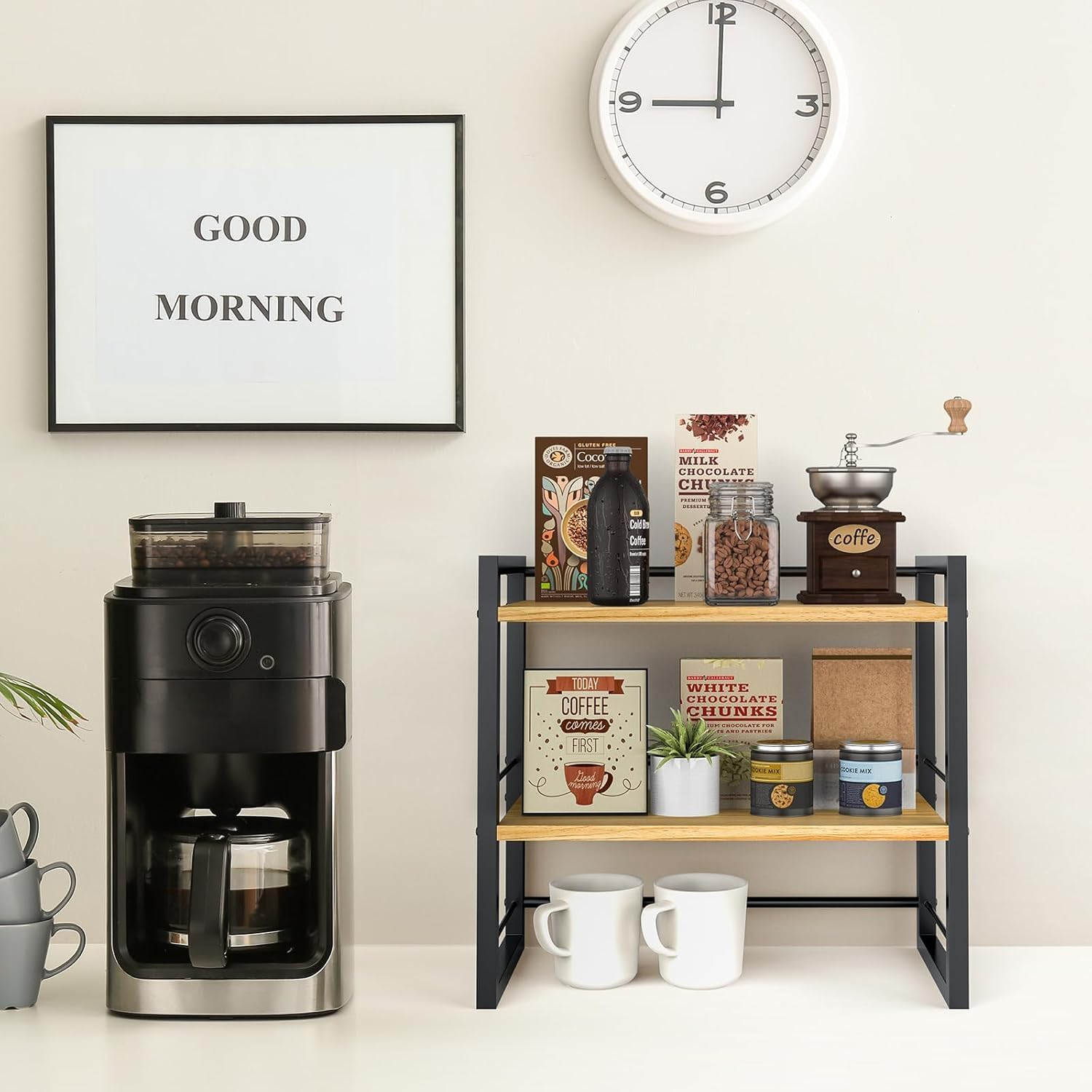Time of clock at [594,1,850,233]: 8:59
